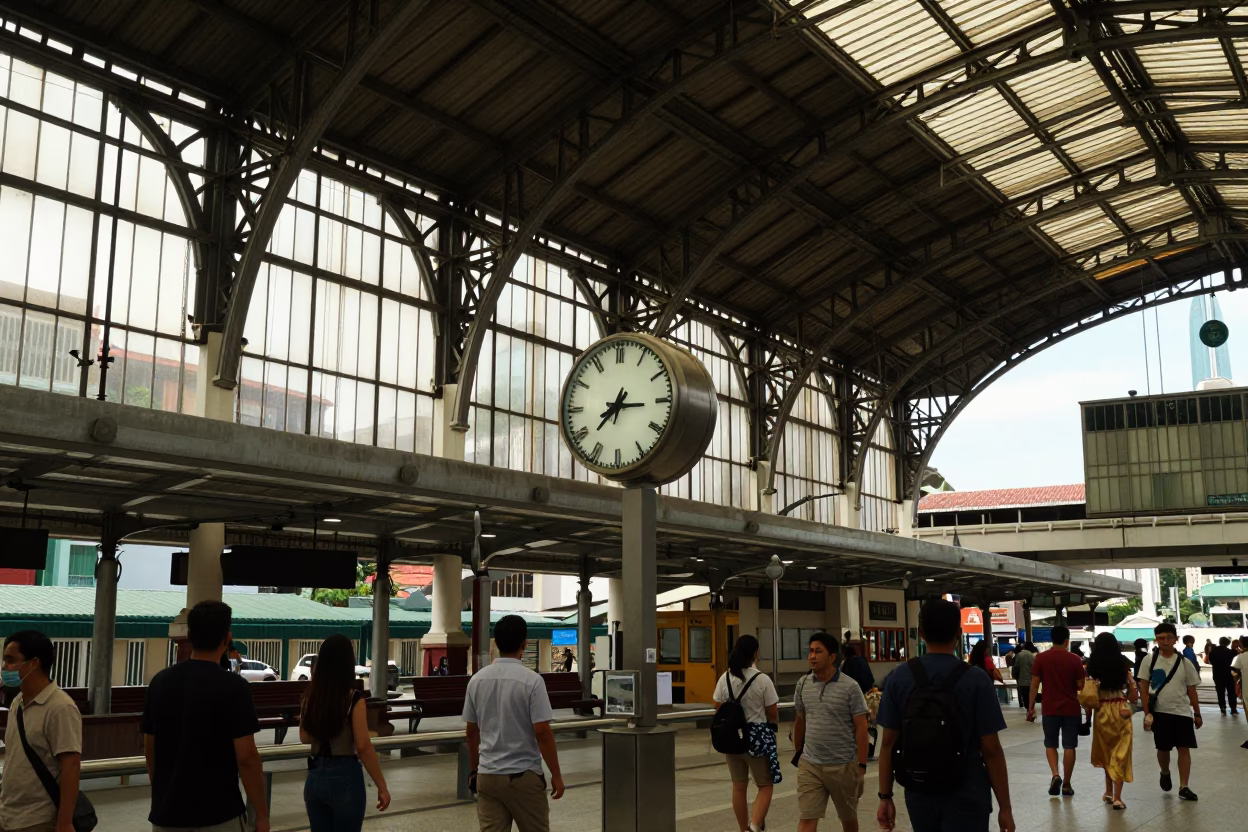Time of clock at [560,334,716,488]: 7:15
